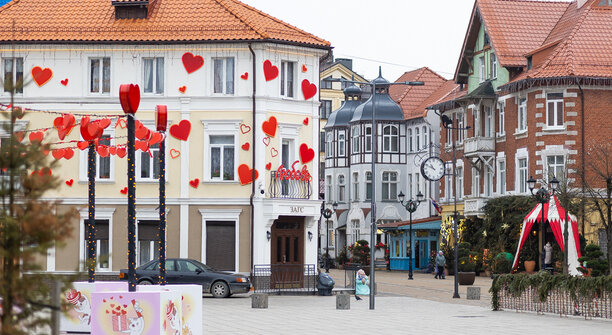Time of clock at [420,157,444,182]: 10:48
